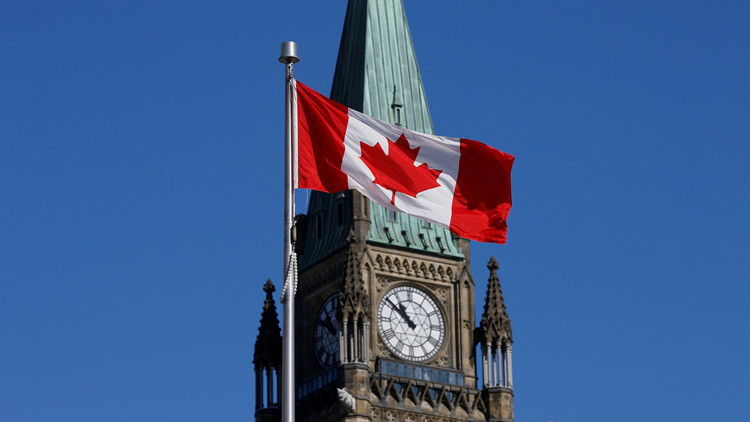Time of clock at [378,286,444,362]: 10:51
